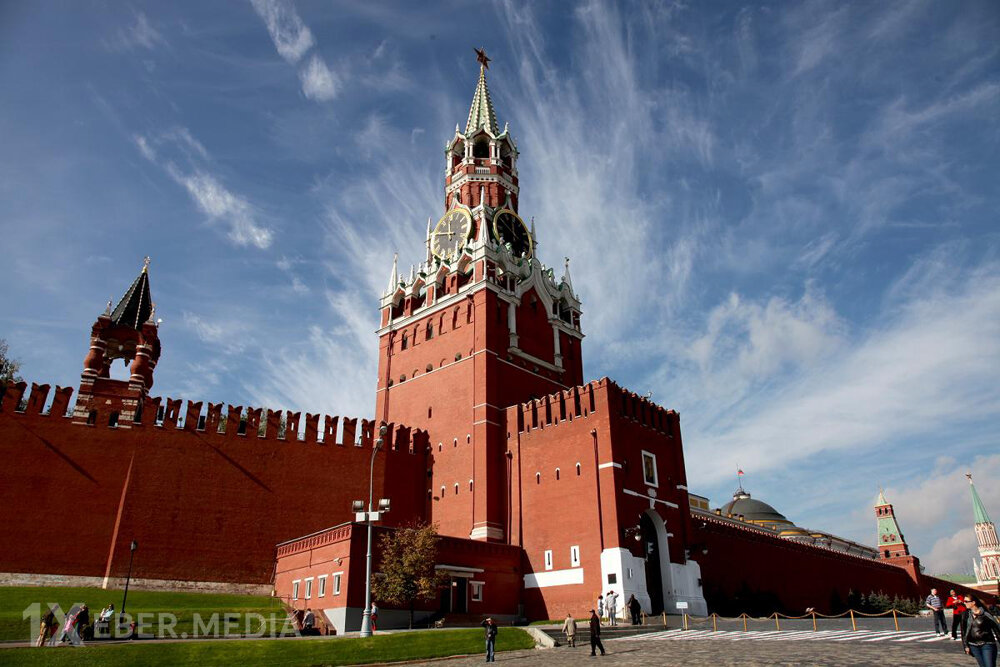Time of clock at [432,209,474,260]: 11:46
